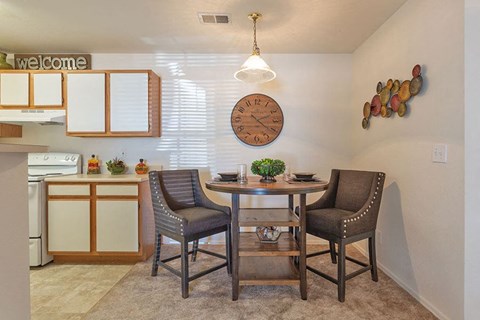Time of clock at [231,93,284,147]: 2:21
